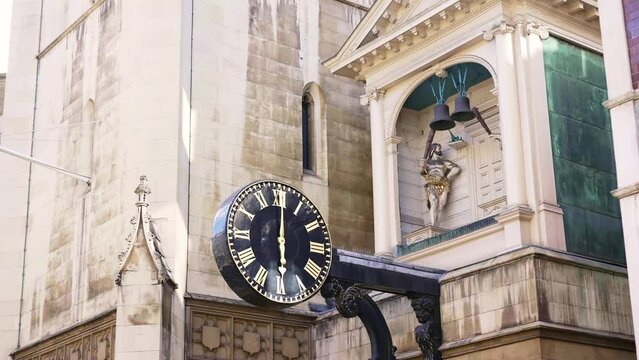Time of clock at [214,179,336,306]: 6:00
